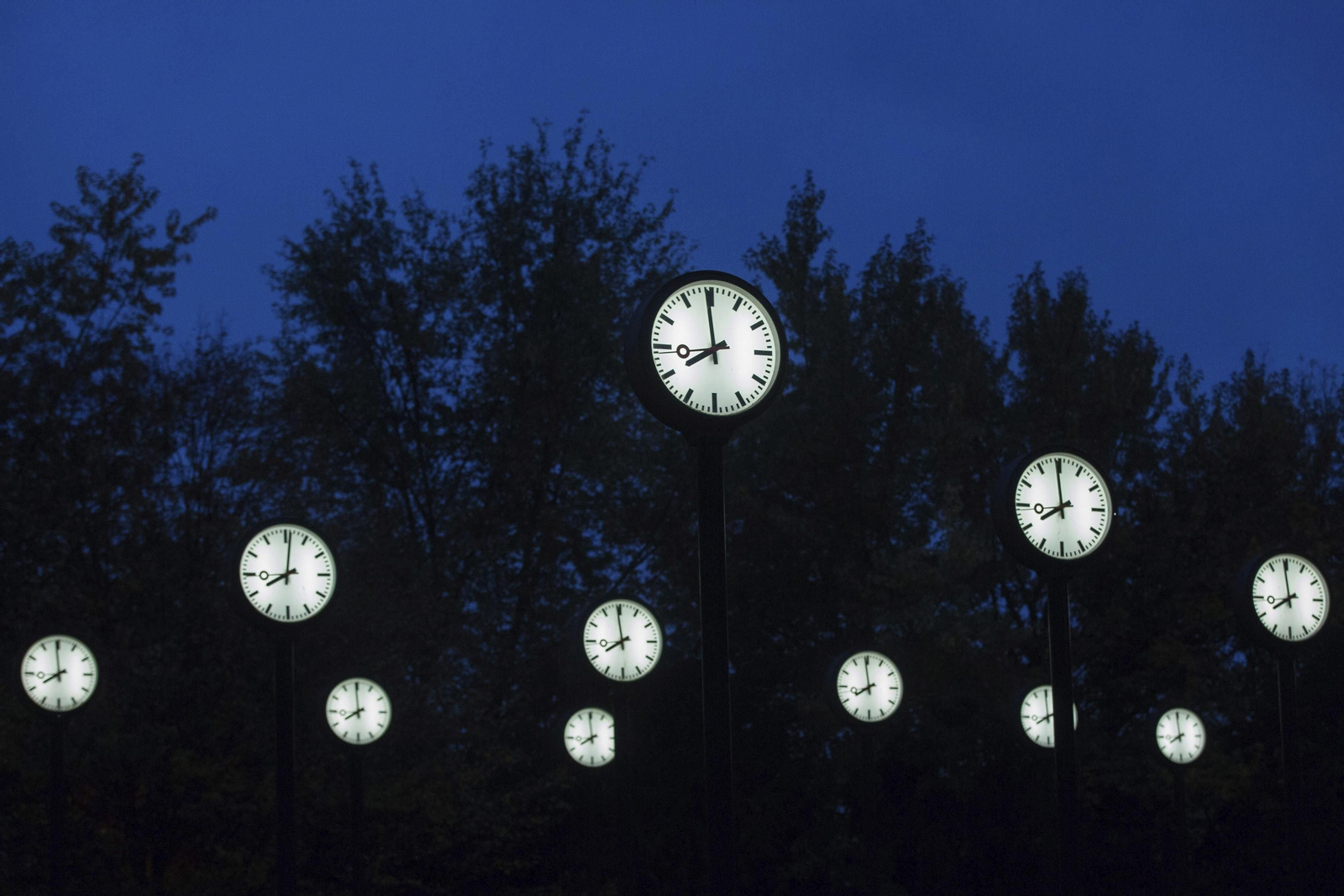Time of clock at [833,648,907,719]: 7:58
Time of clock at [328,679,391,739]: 7:59
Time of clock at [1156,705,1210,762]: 7:59
